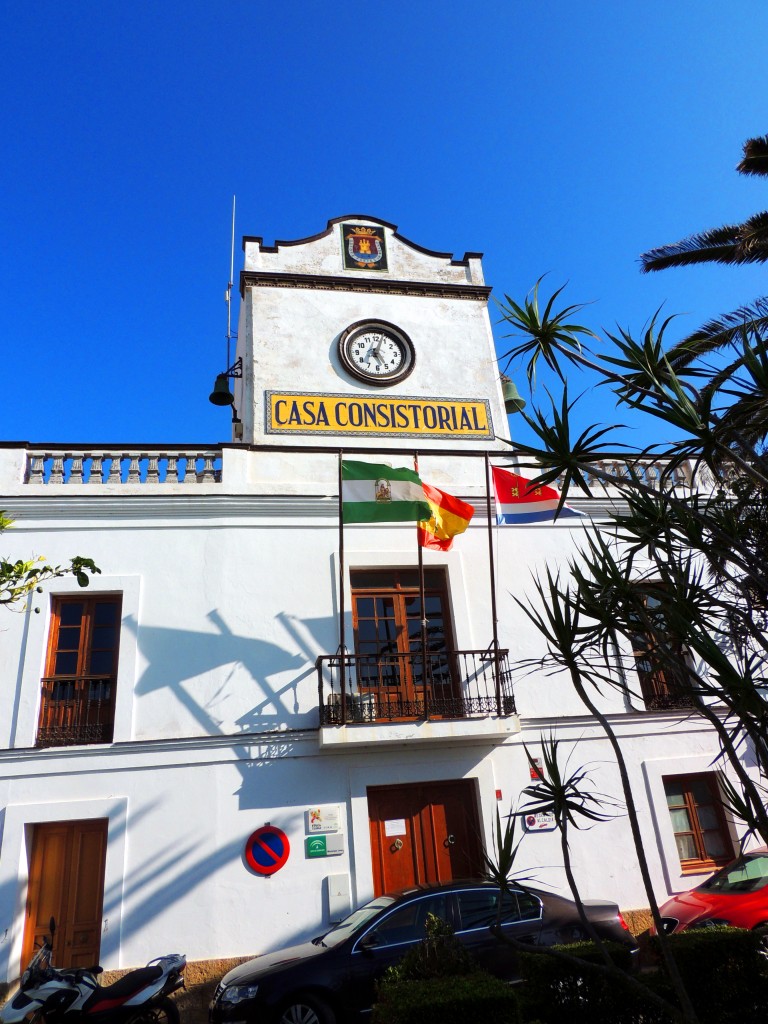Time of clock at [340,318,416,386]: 5:03
